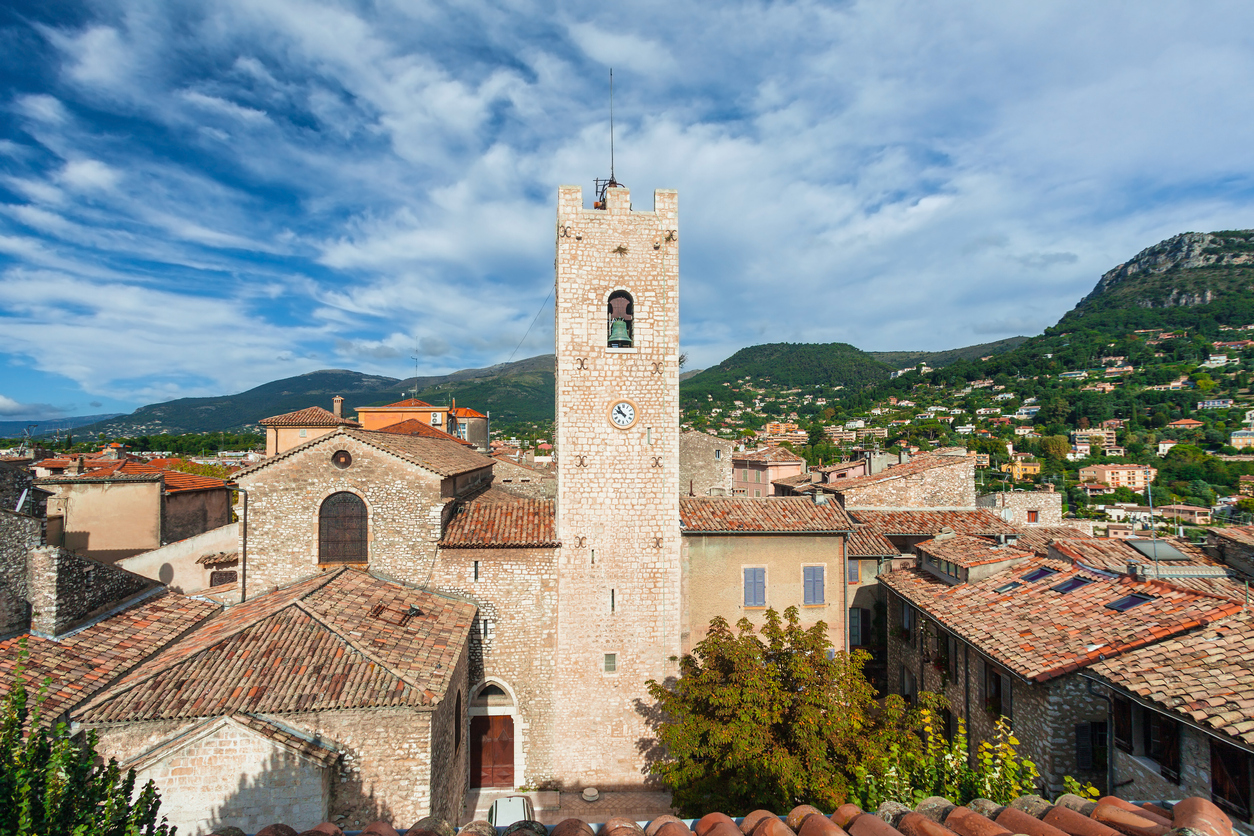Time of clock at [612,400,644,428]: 9:53
